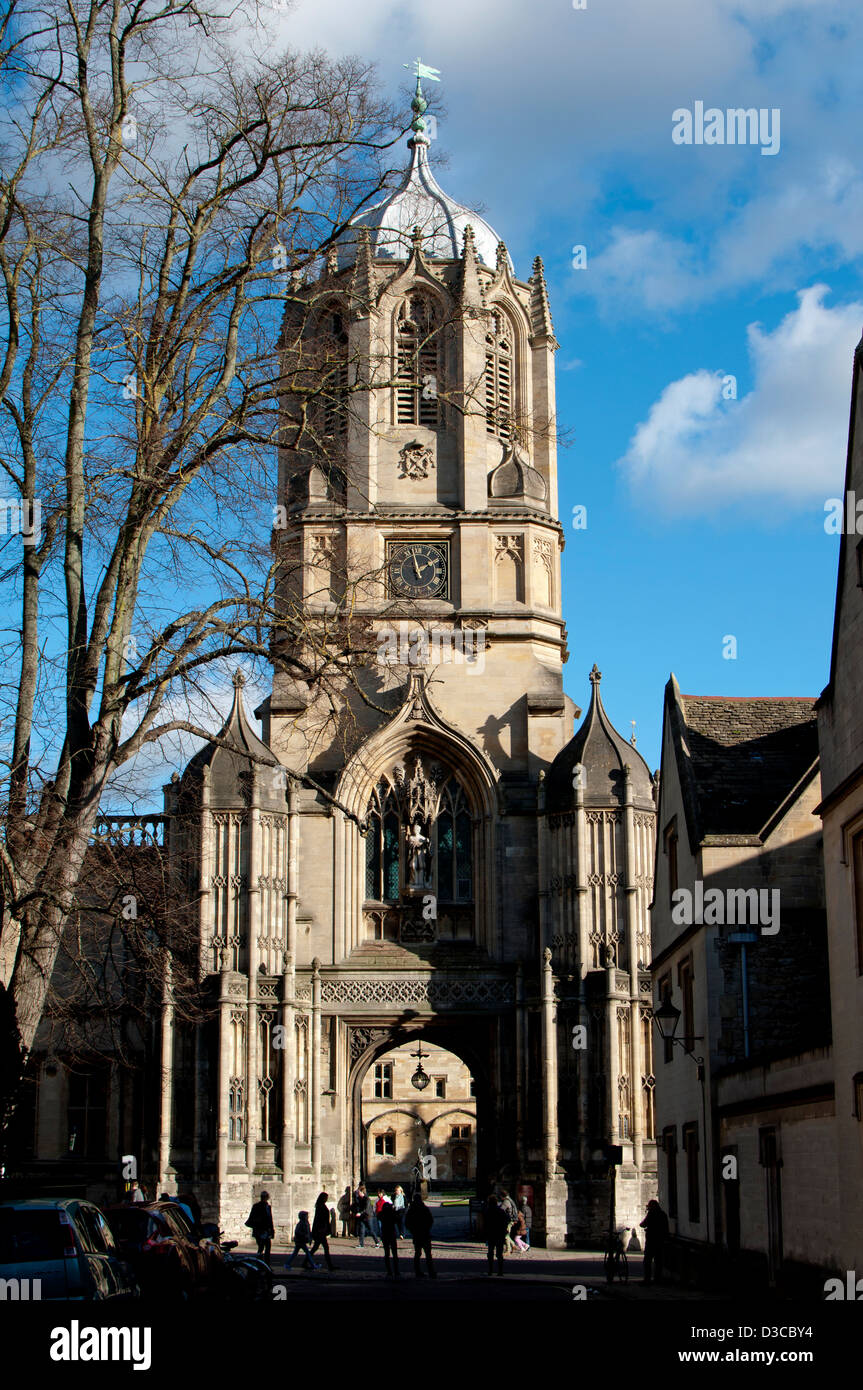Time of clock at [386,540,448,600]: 1:57
